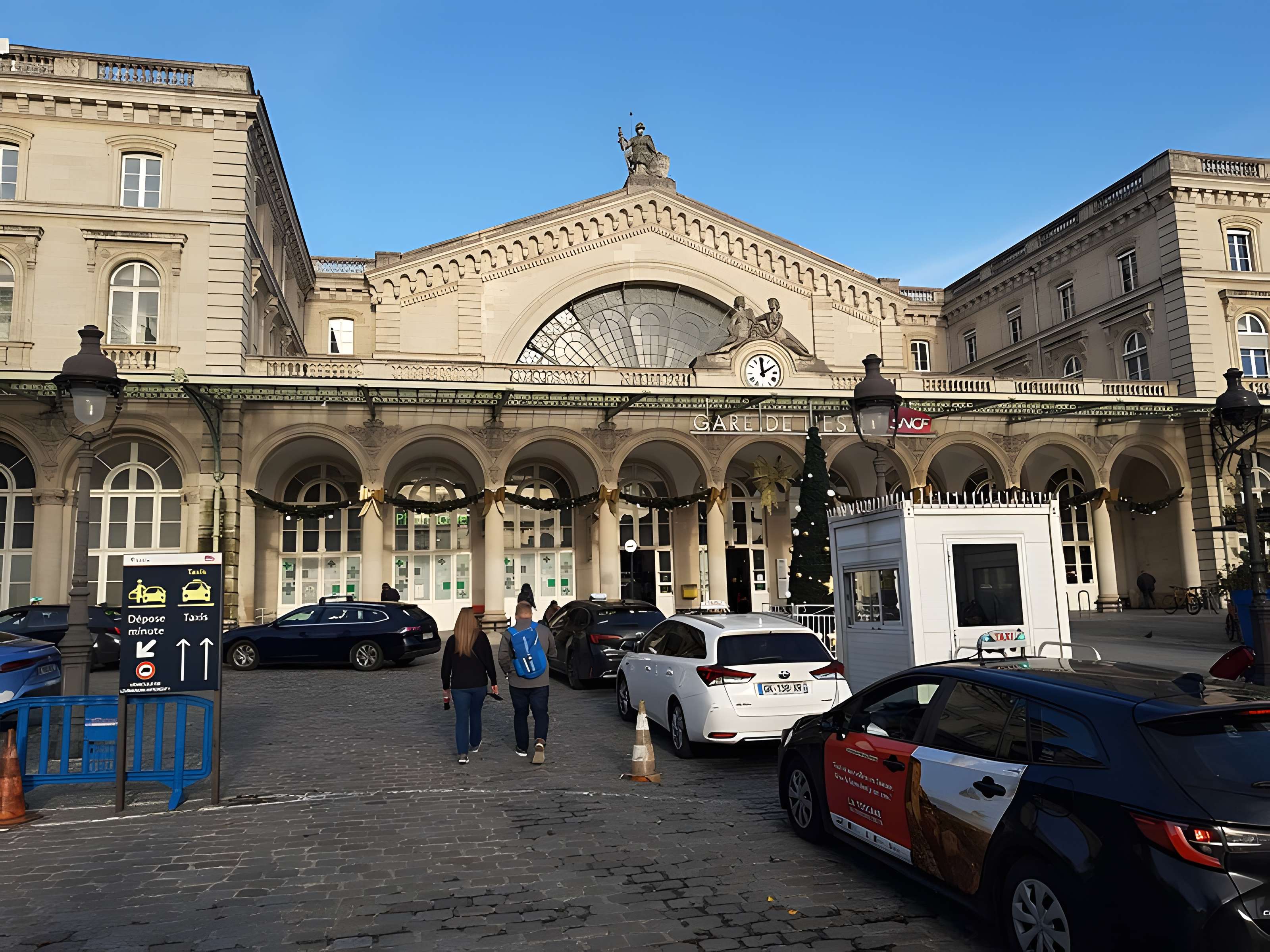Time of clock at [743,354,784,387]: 1:59
